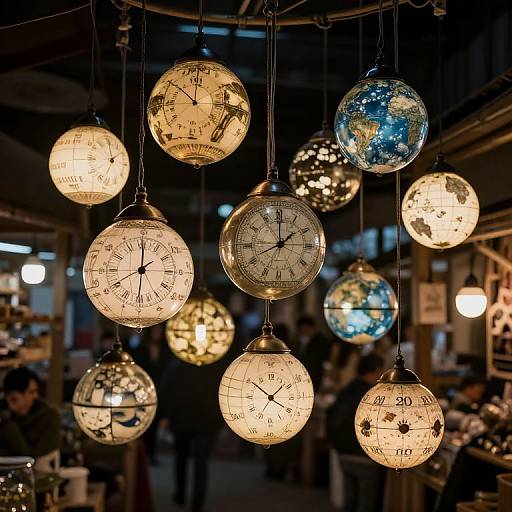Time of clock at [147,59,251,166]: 11:50
